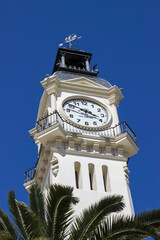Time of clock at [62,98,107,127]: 3:50
